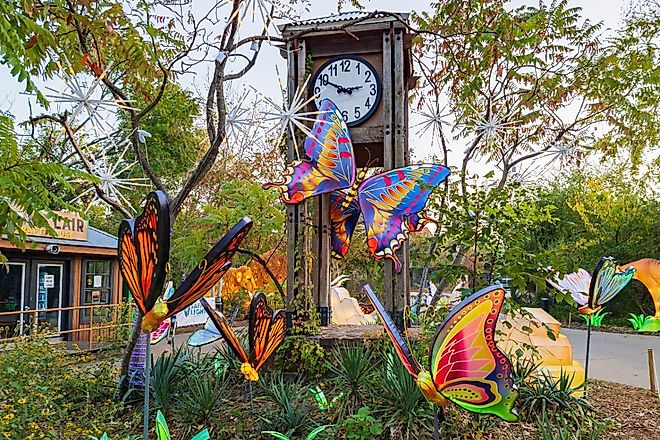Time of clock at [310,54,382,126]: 2:49
